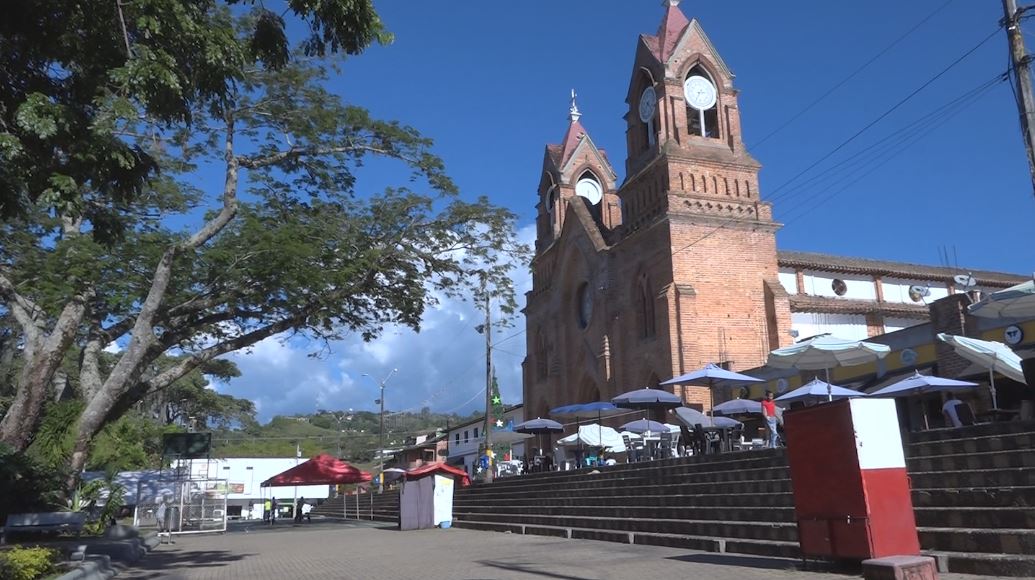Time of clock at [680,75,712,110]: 2:34
